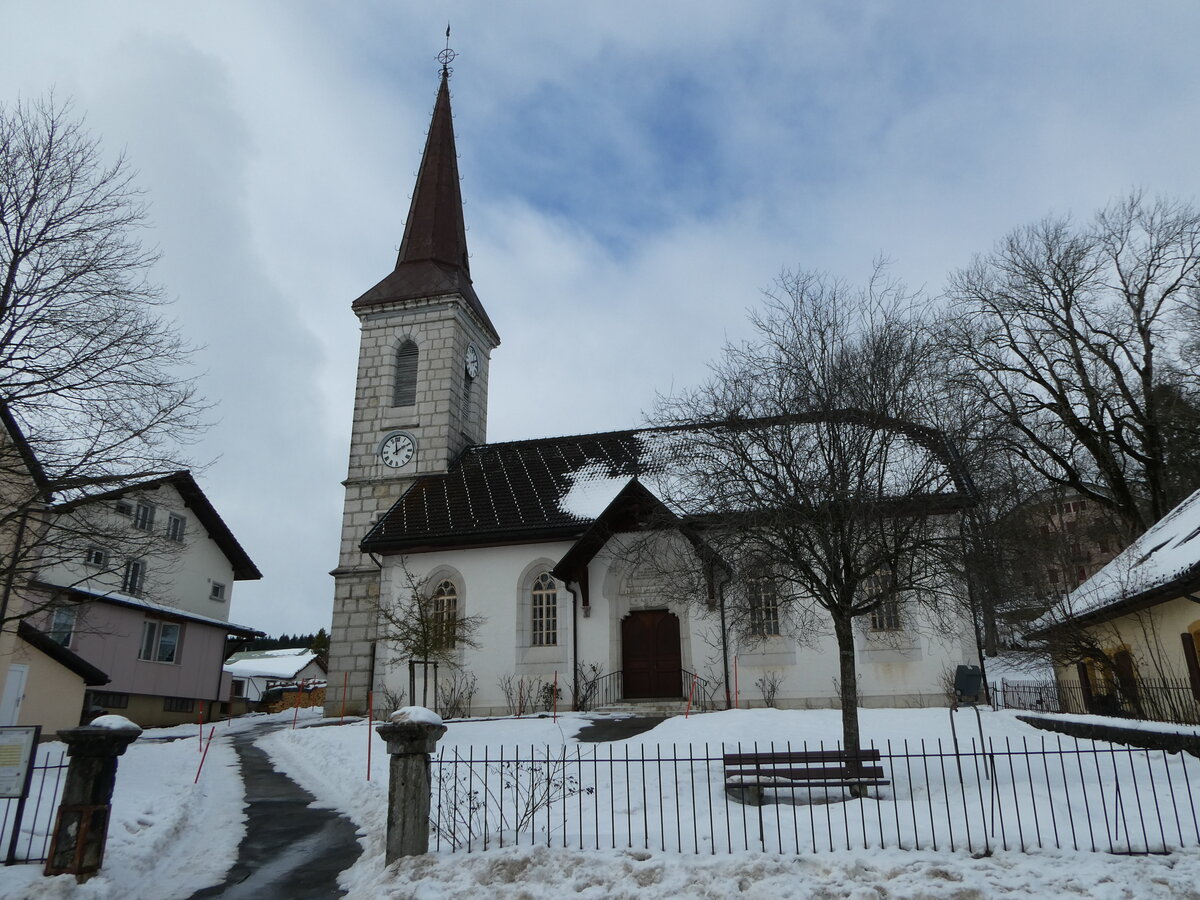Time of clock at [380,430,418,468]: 1:58
